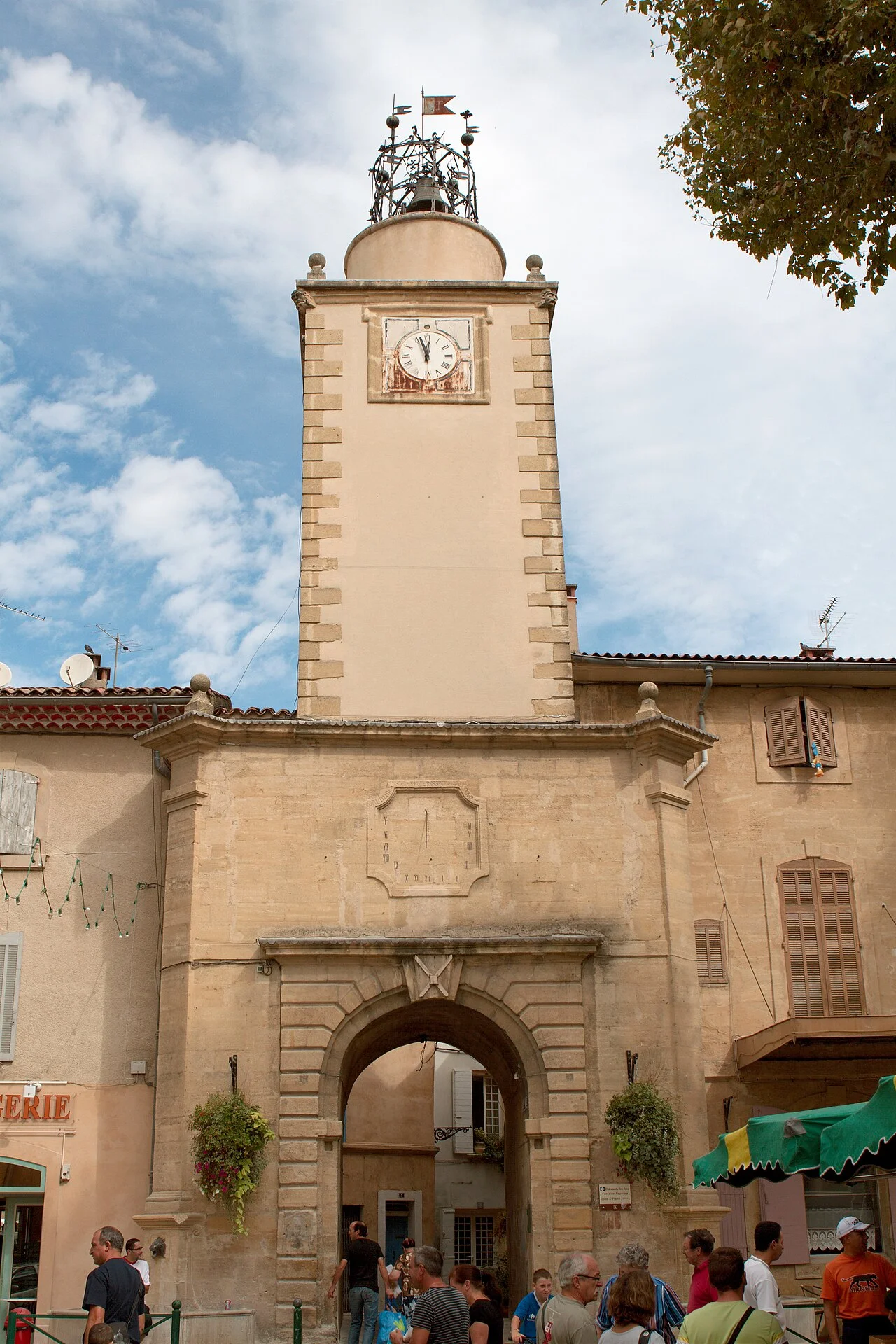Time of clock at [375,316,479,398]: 11:56
